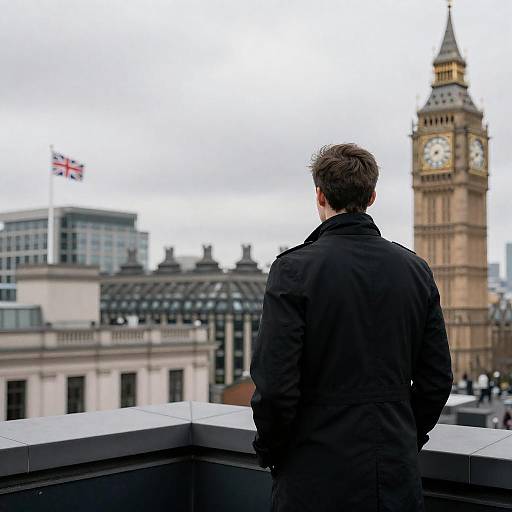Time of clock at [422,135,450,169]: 7:38
